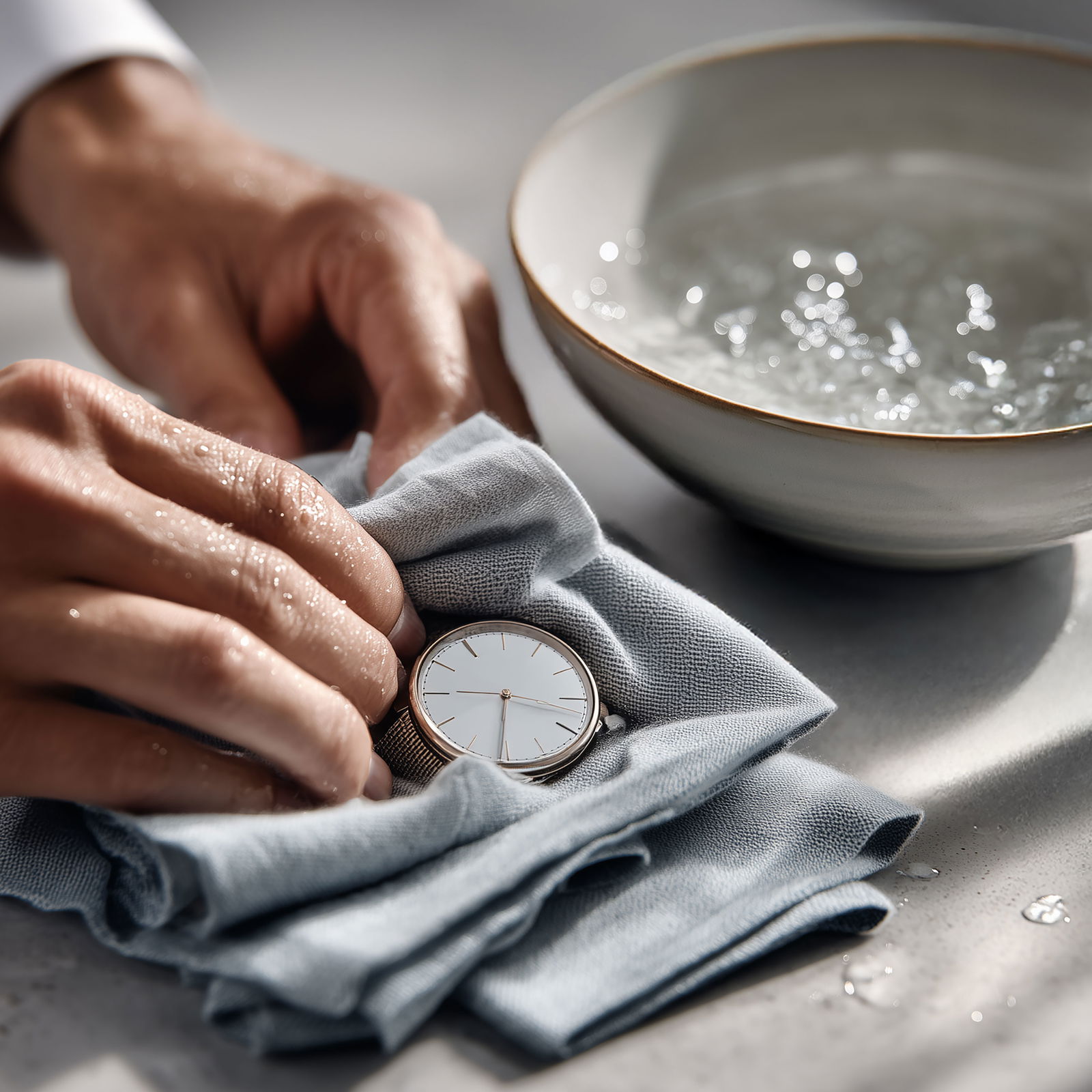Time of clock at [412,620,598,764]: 3:30
